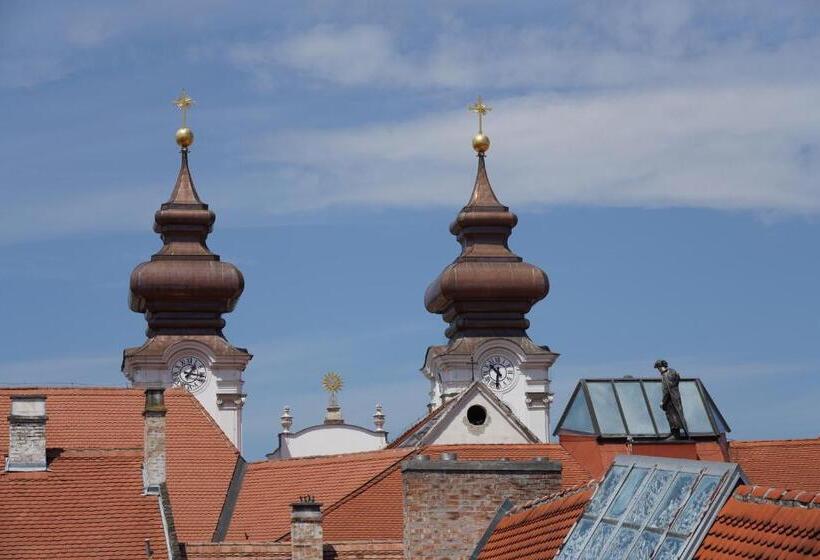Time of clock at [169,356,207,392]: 1:16
